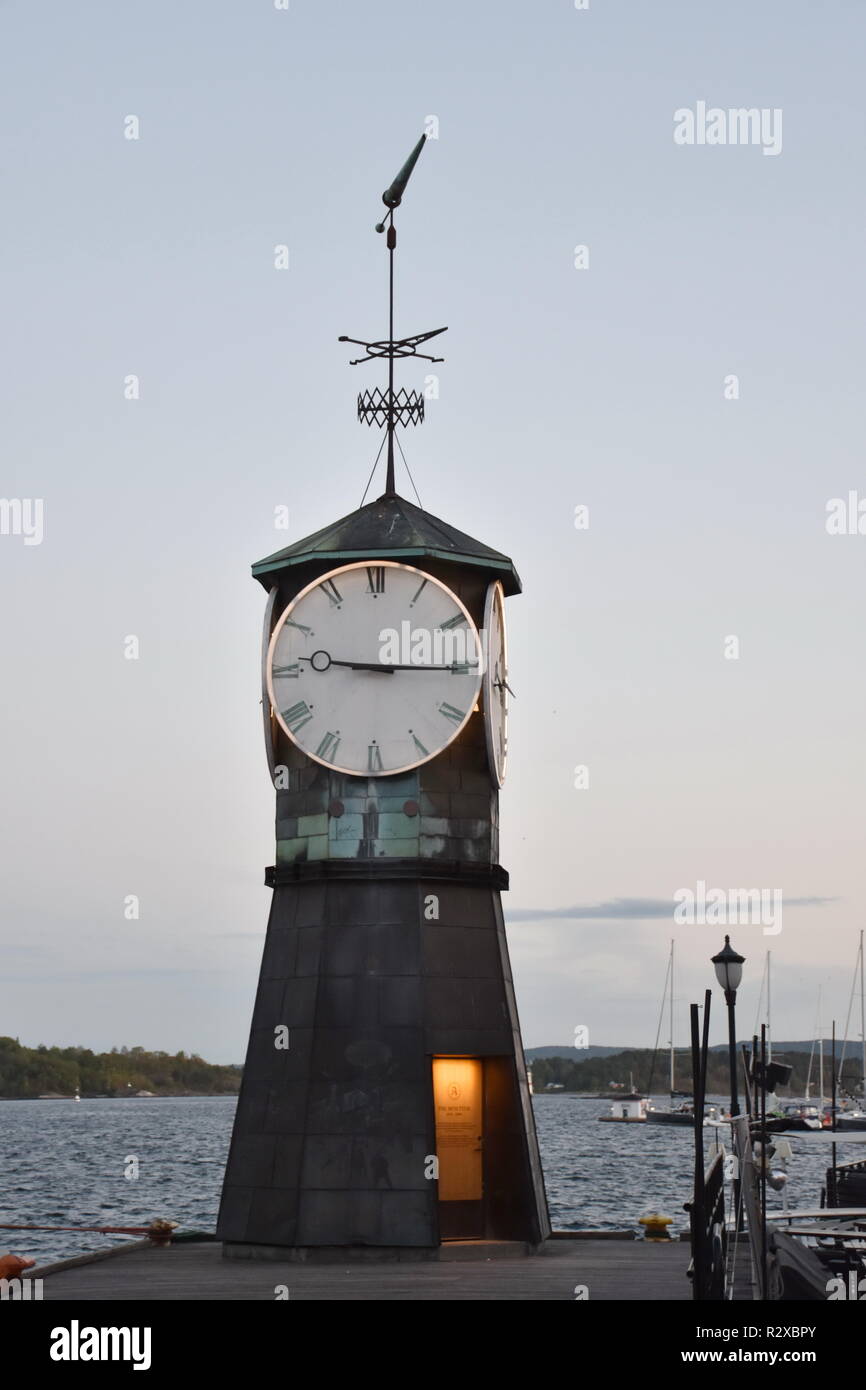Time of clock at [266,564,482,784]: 9:15
